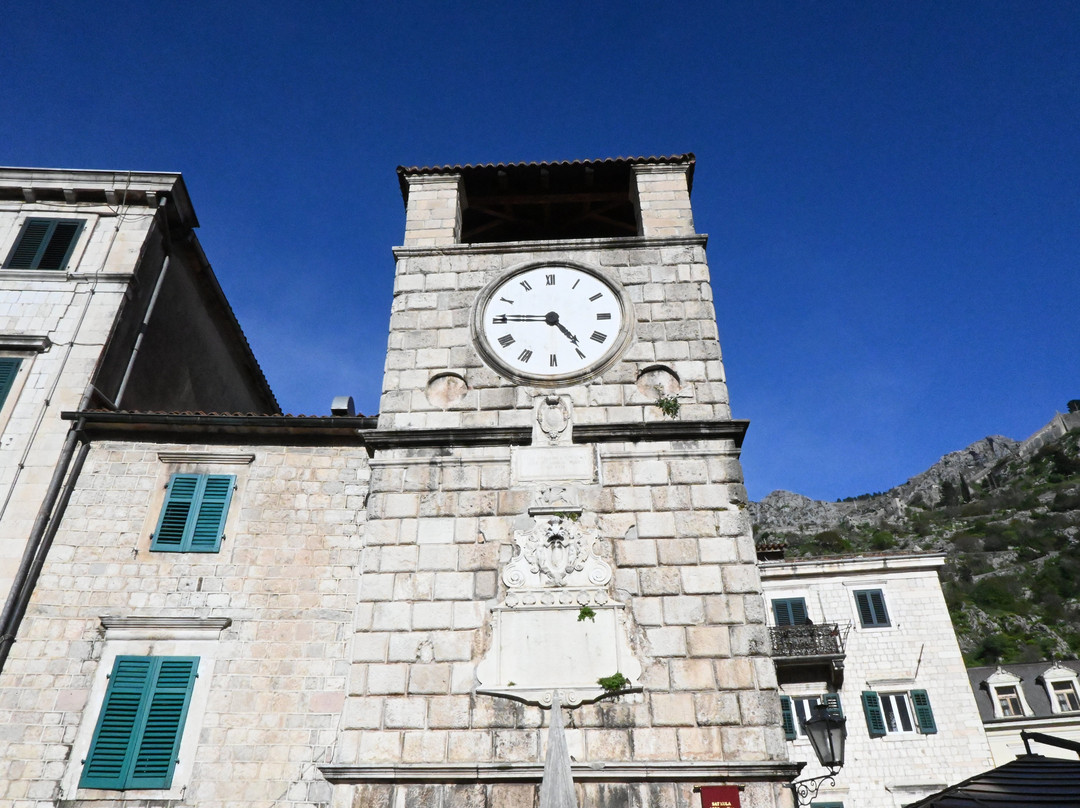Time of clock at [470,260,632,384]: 4:45
